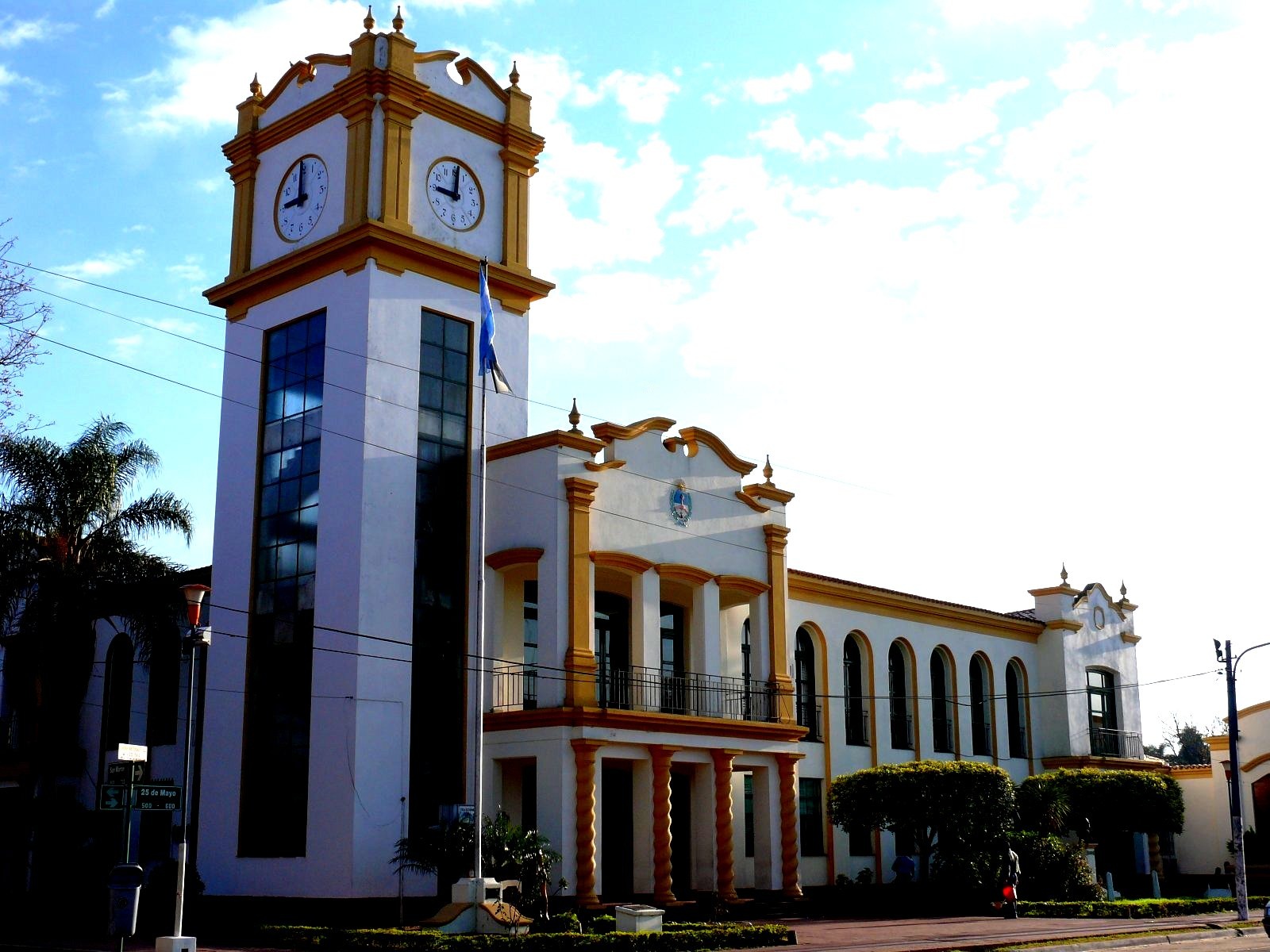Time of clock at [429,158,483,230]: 9:01
